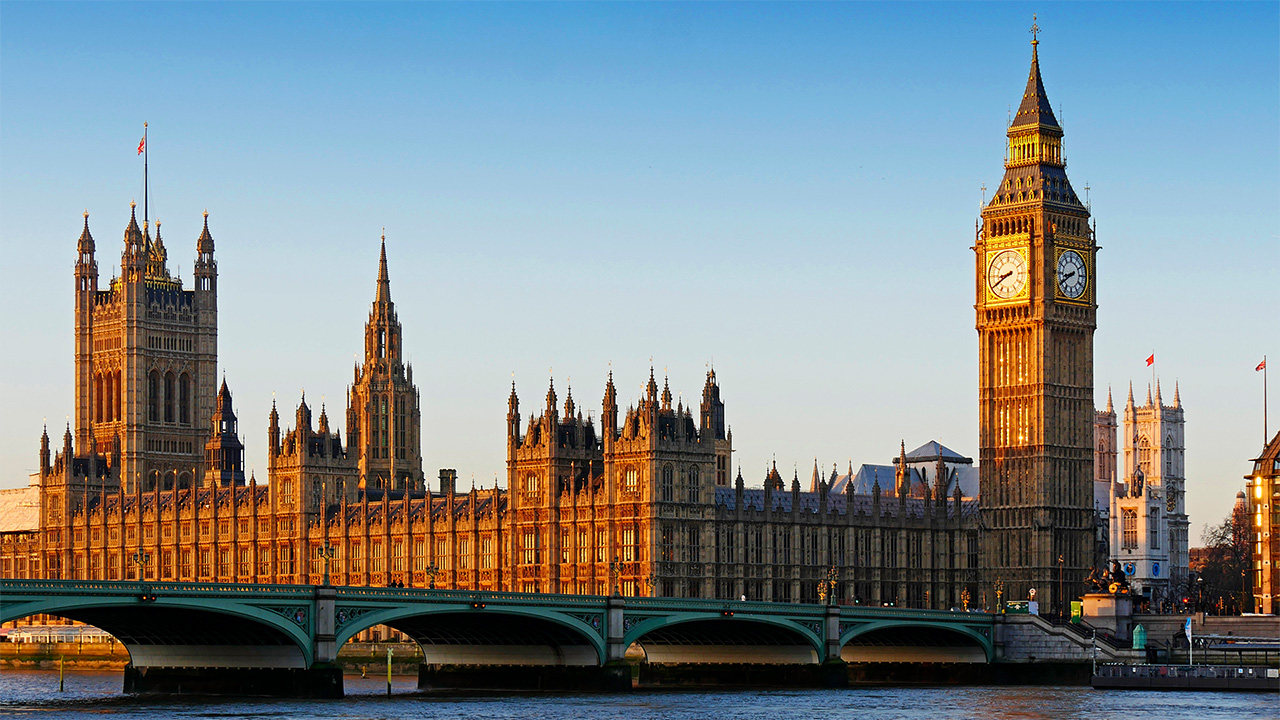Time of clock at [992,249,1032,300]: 8:40
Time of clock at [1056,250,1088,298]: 8:39
